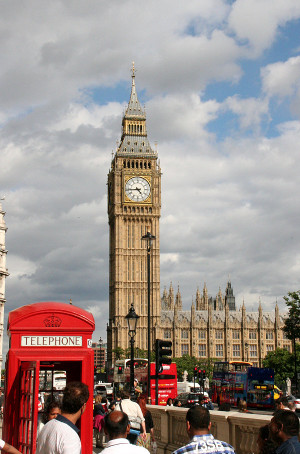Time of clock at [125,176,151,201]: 4:44
